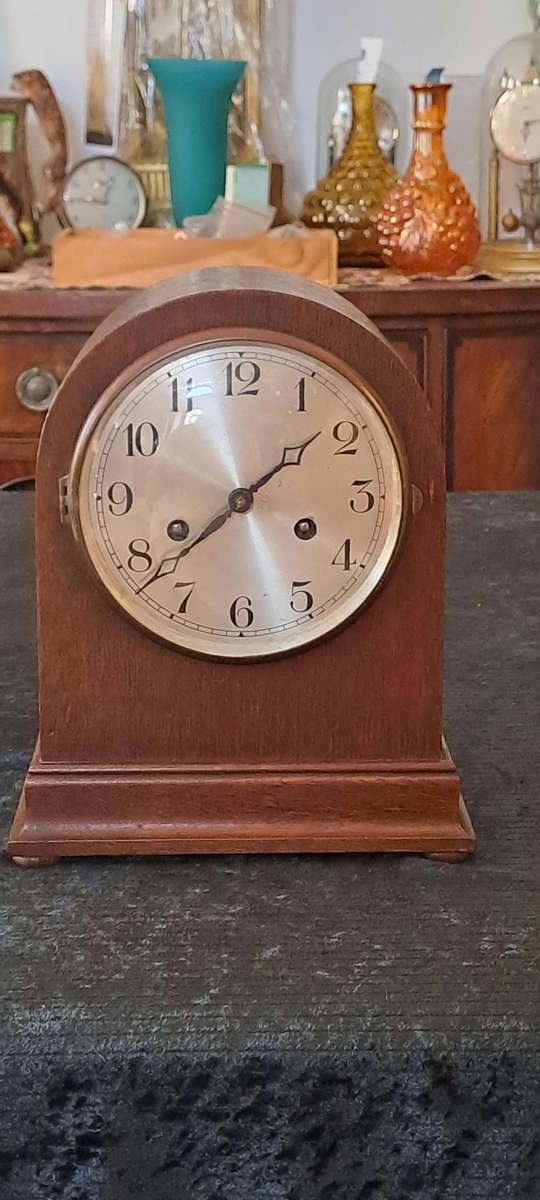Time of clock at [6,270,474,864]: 1:38
